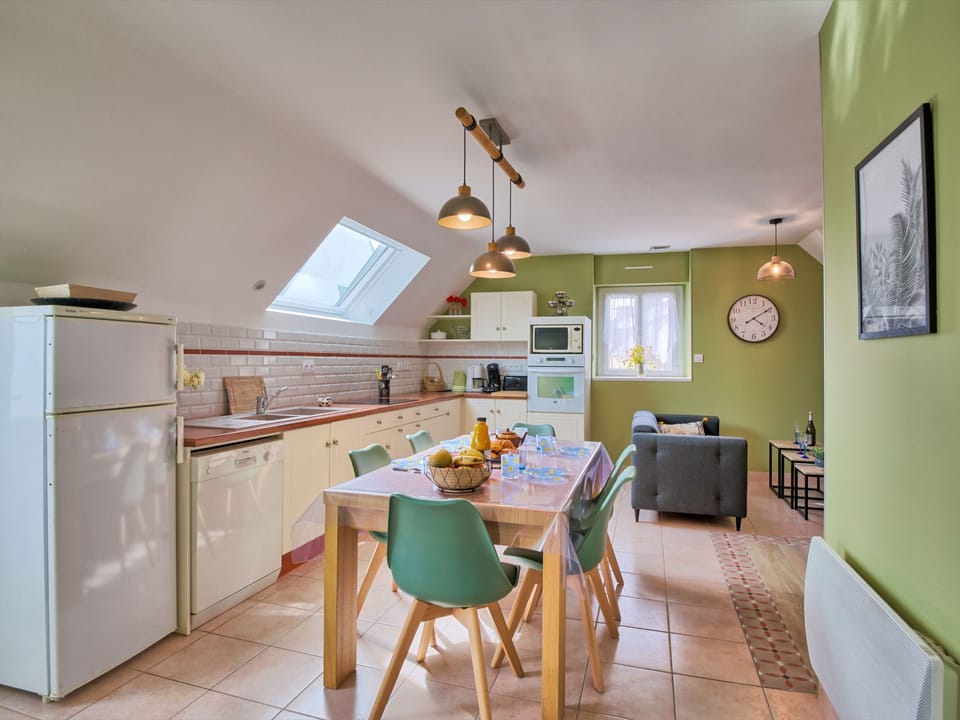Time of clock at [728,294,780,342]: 4:09
